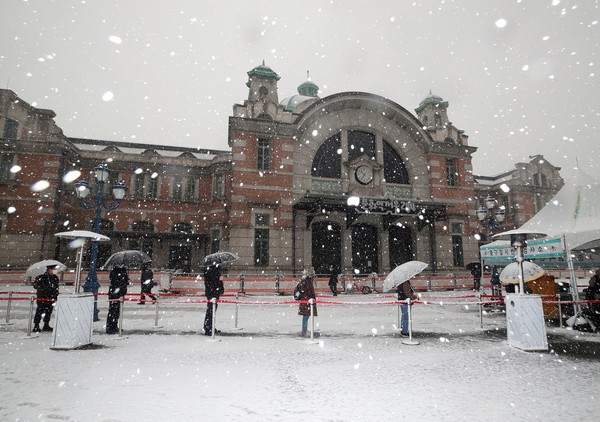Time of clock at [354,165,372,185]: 10:36
